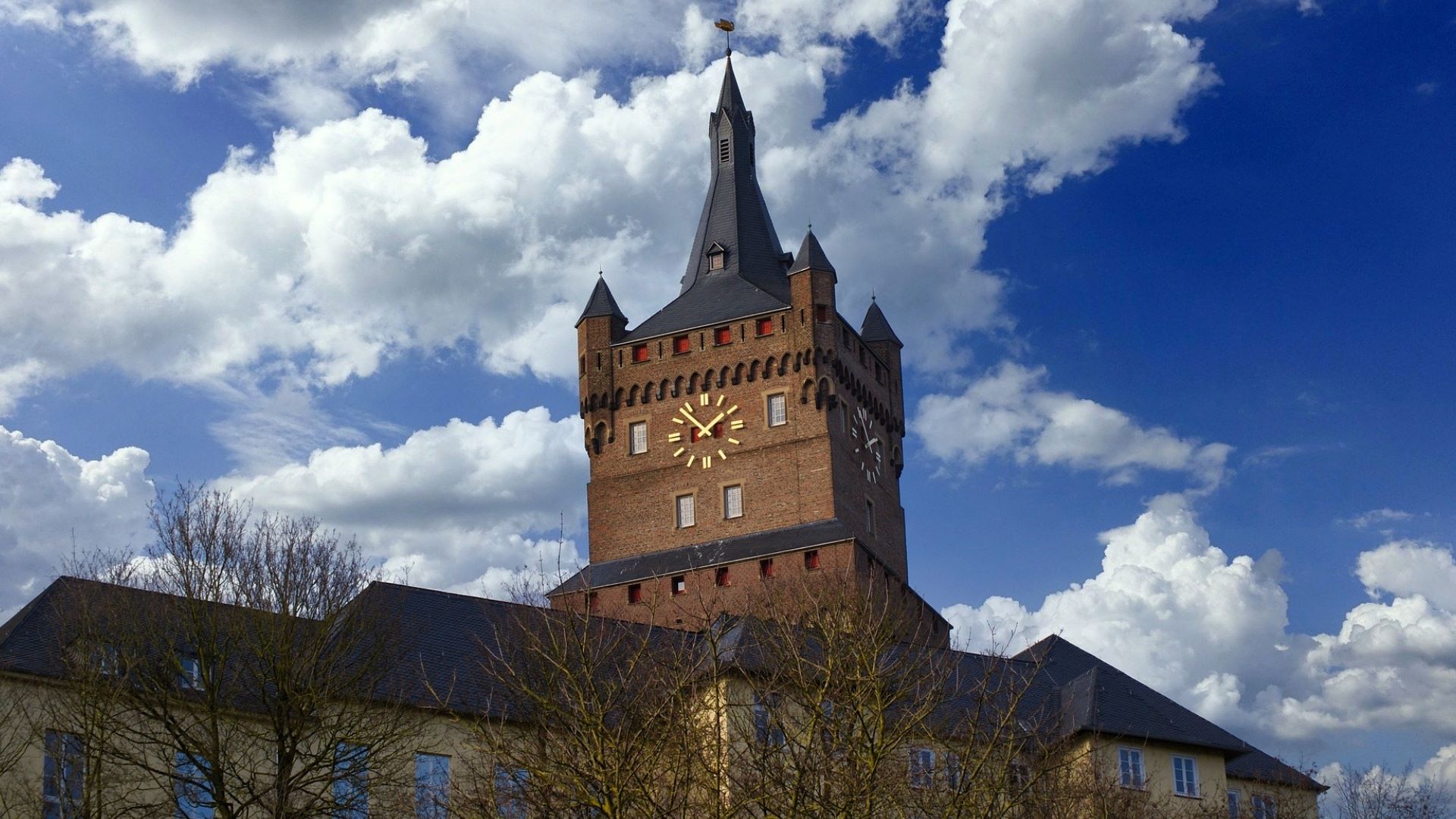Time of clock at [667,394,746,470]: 1:52
